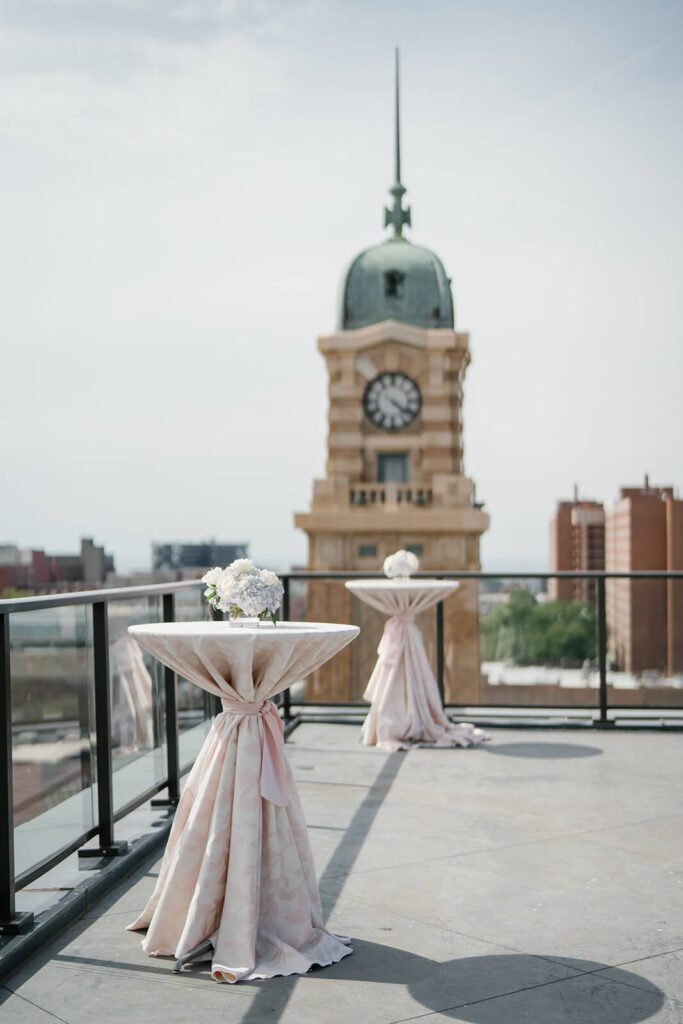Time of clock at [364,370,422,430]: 4:20
